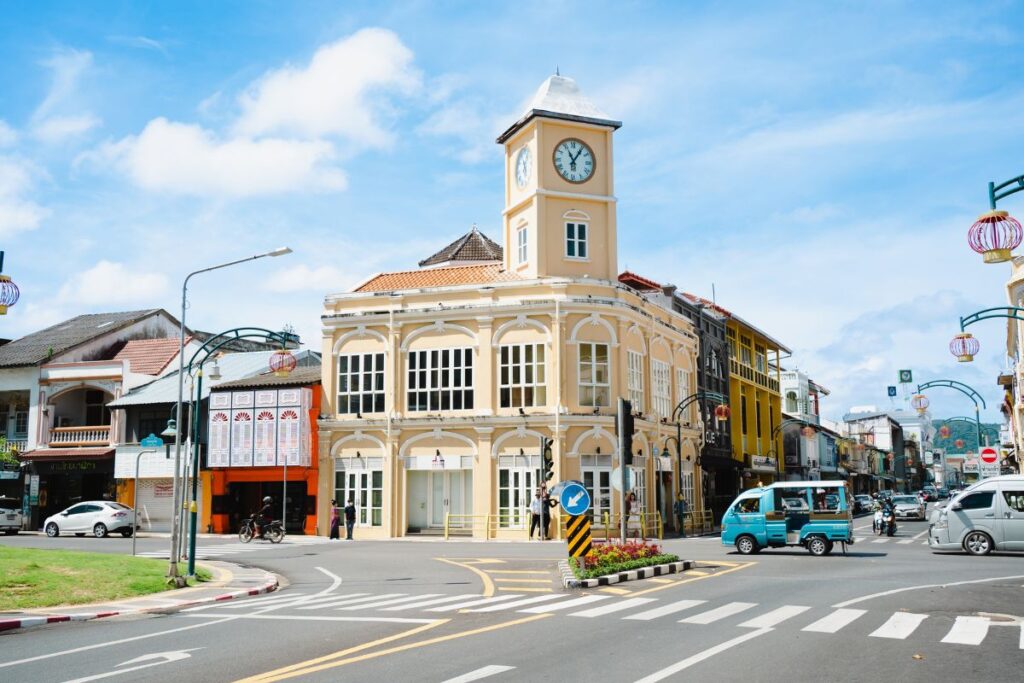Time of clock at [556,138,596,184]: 11:05
